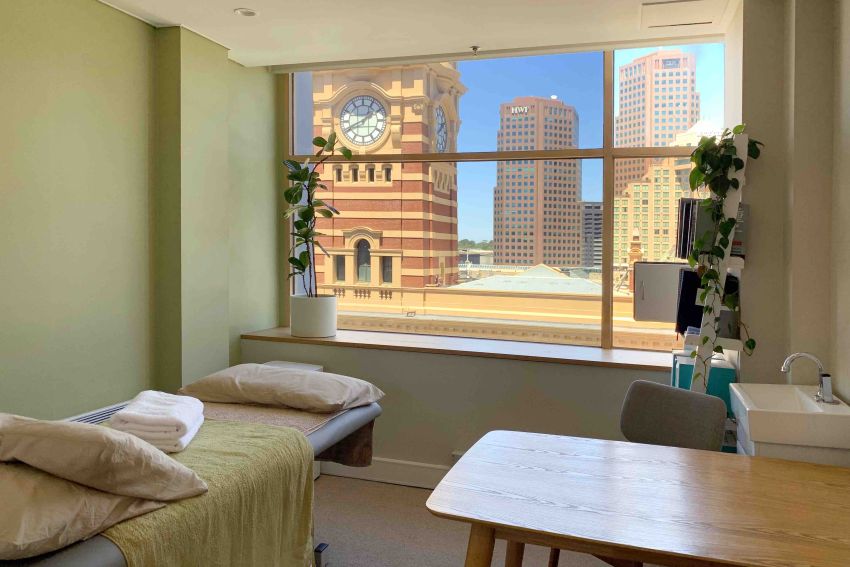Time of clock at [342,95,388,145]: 1:41
